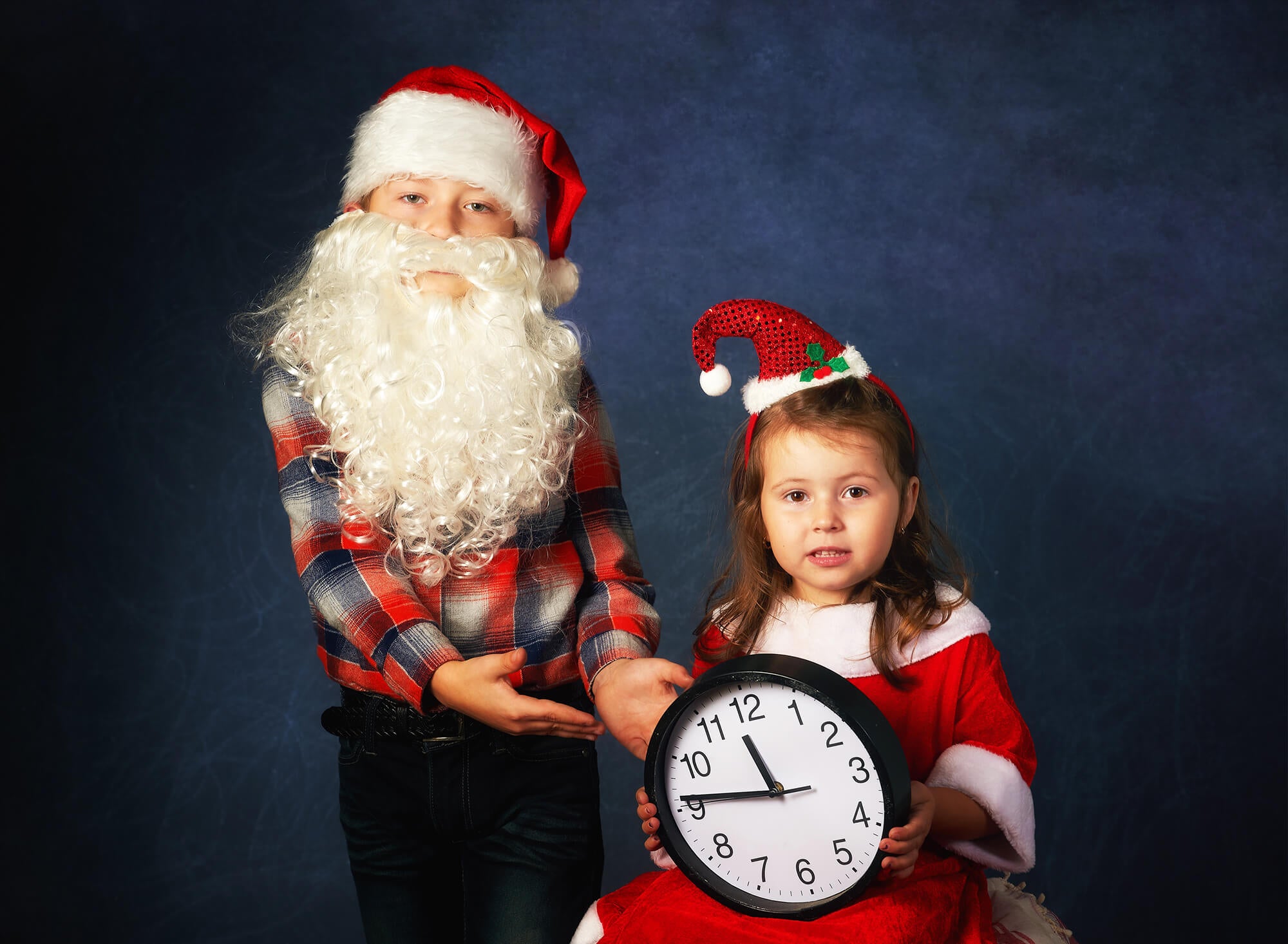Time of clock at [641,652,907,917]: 11:46
